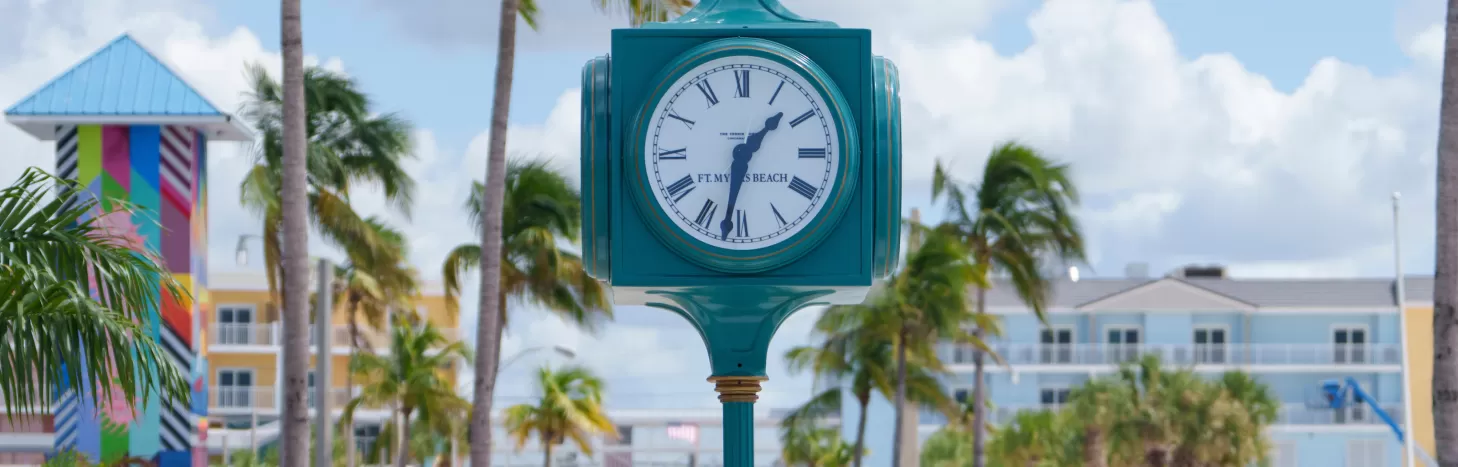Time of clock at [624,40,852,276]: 1:32
